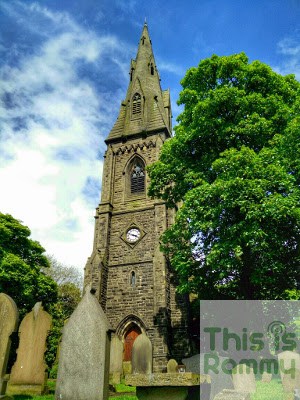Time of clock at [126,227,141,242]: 3:48
